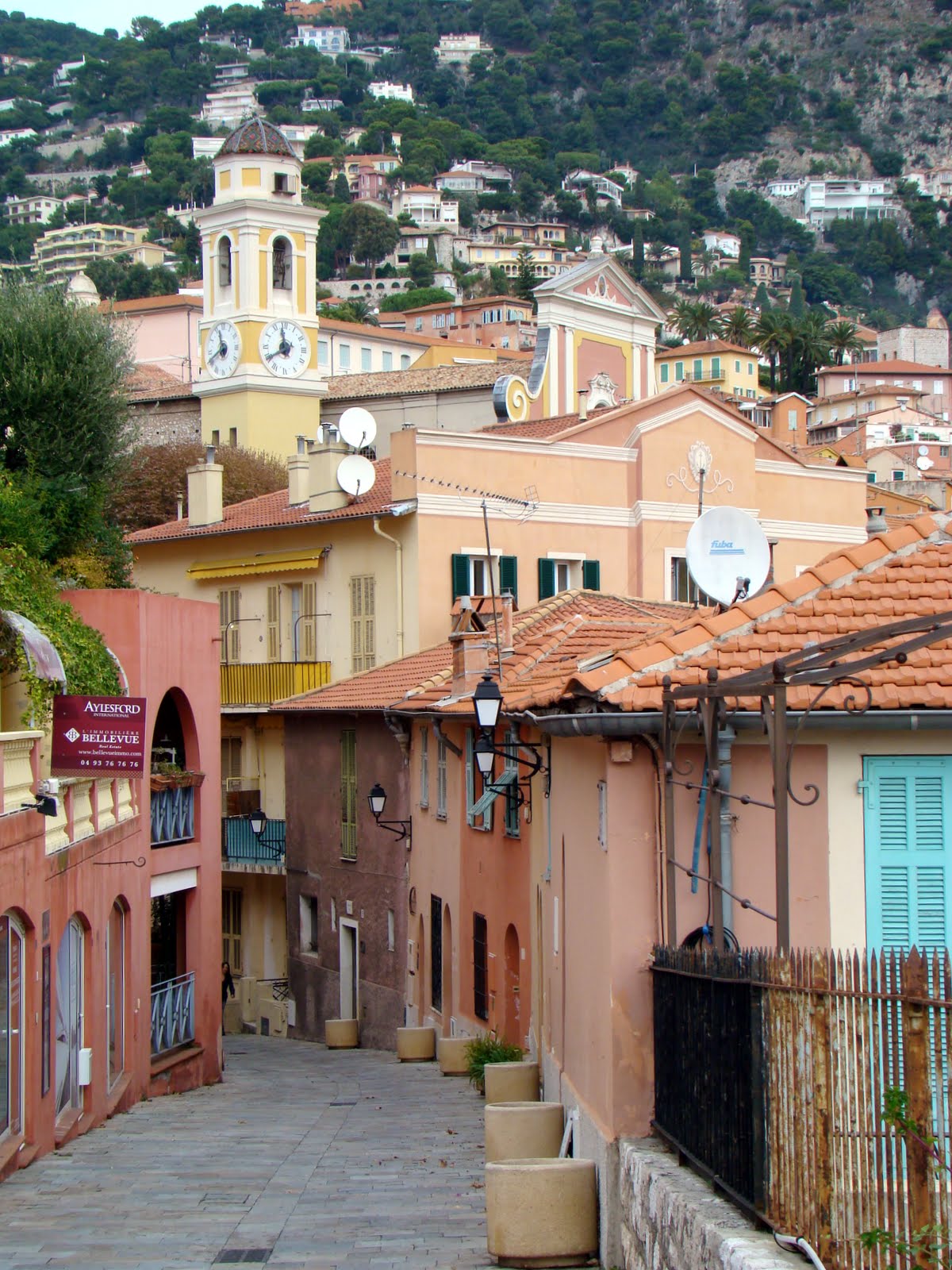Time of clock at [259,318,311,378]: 7:58
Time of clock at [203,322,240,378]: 11:40
